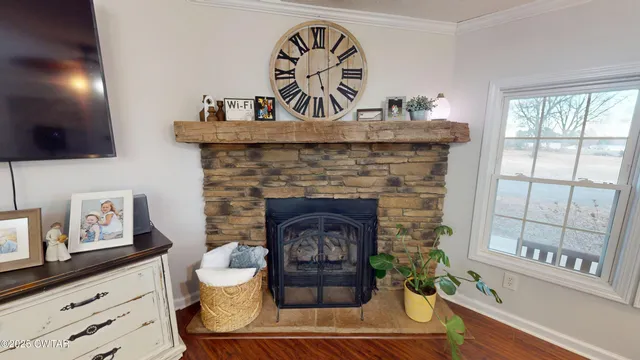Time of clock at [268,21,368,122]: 5:11
